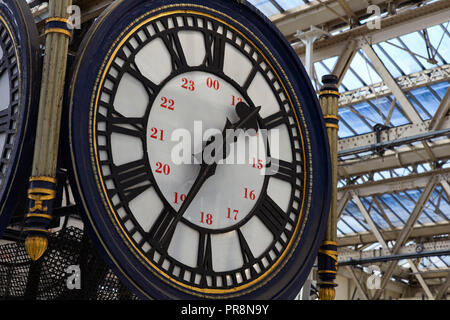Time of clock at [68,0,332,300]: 1:34
